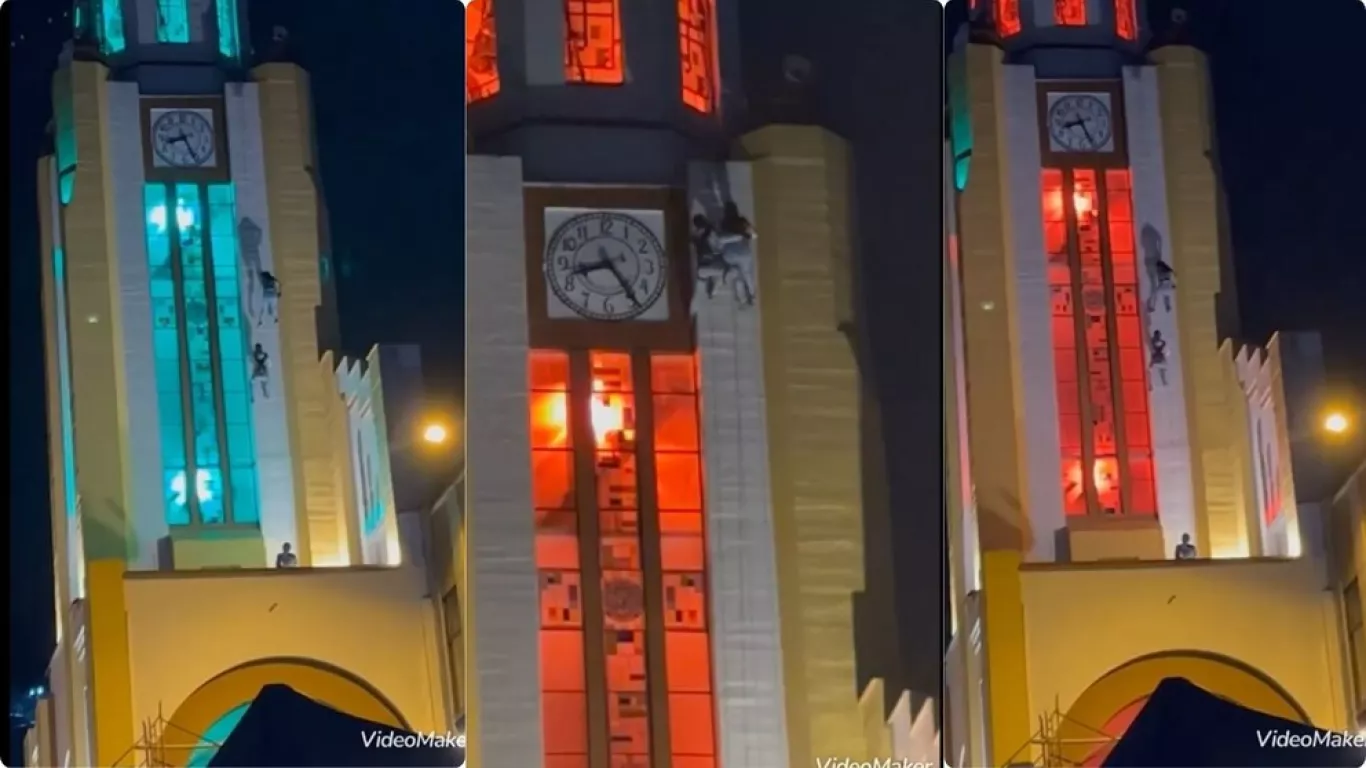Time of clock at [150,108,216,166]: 8:26
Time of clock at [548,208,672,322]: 8:24
